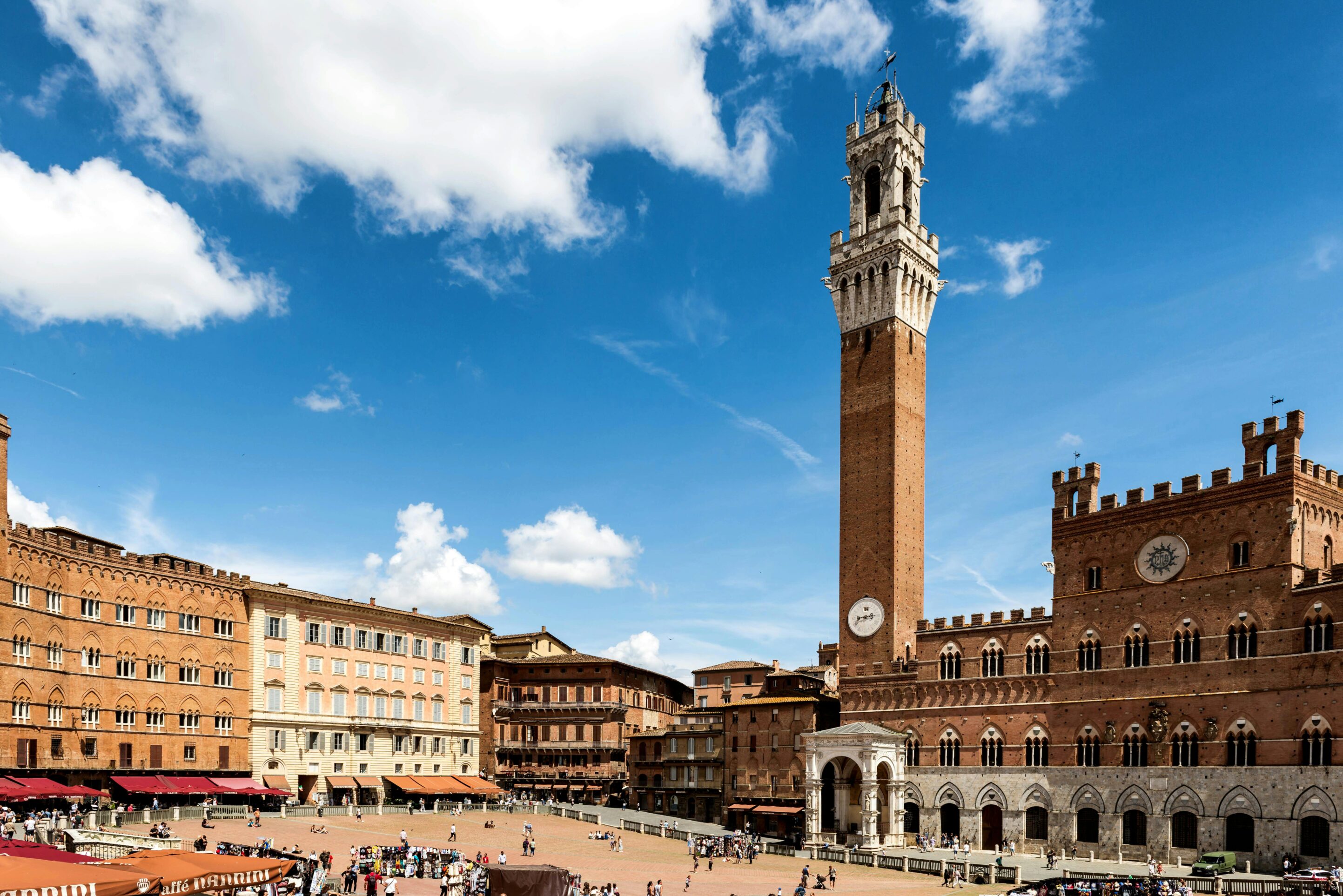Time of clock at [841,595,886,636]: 8:13
